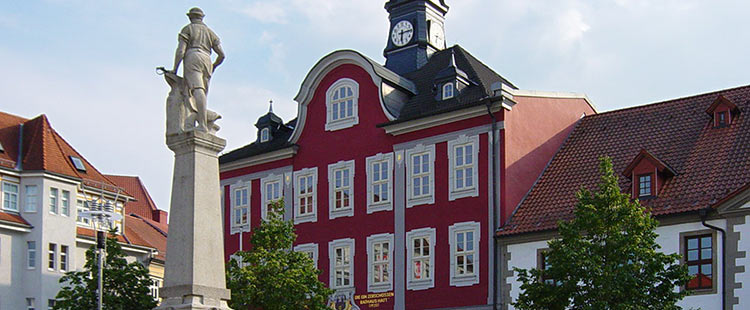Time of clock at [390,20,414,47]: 6:14
